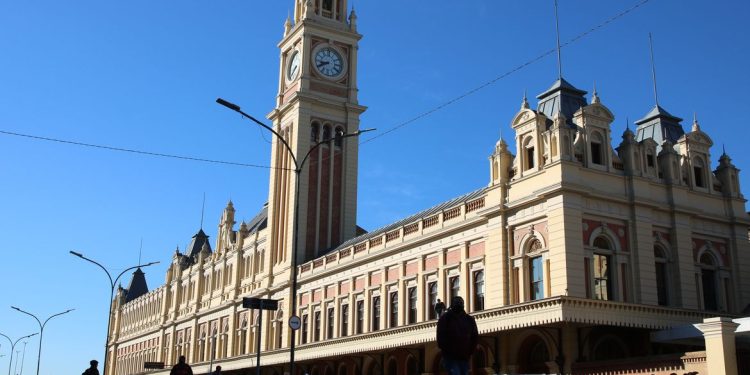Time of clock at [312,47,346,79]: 8:40
